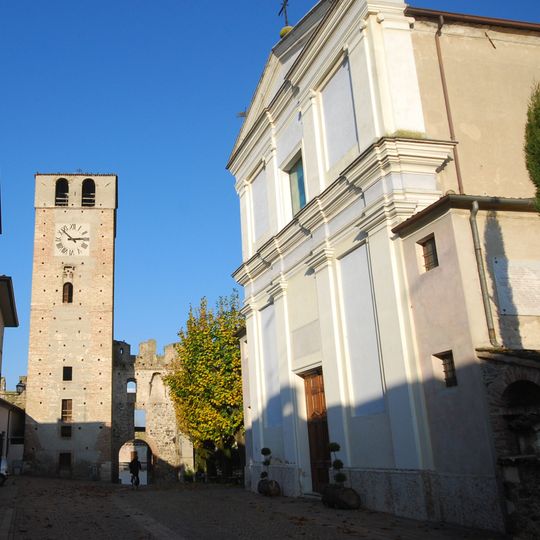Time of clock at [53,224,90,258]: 2:52
